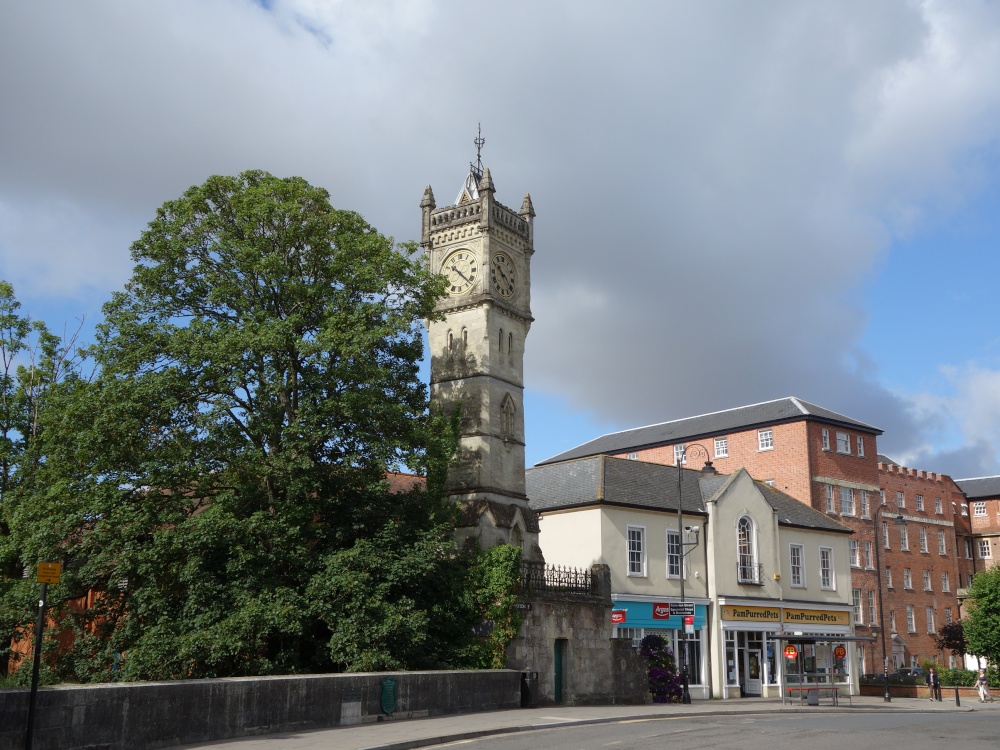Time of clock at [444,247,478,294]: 10:22
